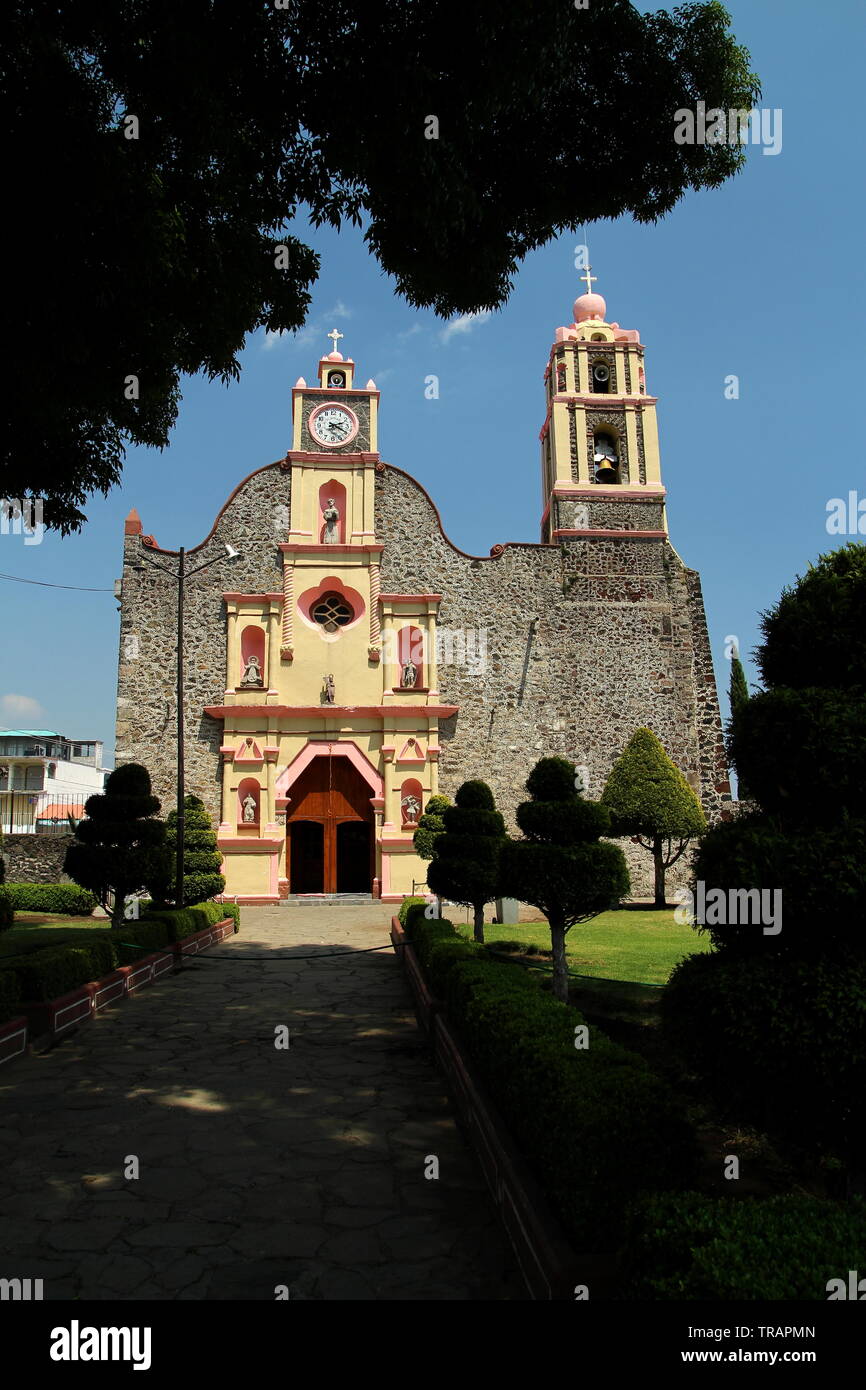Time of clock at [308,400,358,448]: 2:19
